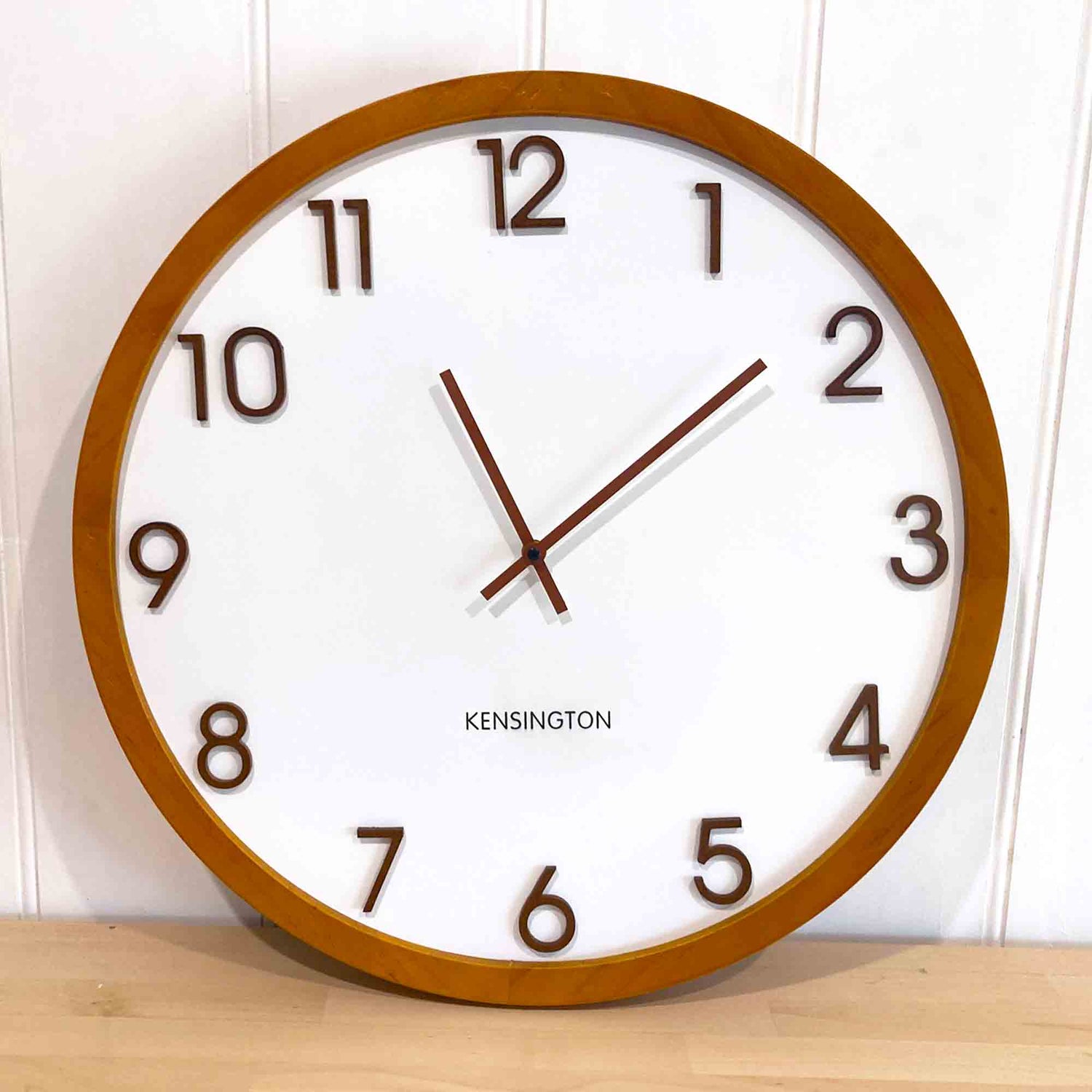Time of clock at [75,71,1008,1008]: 11:08
